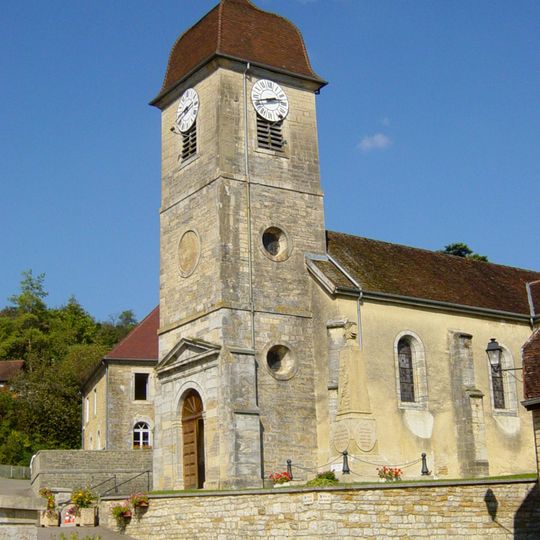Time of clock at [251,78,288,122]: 2:42
